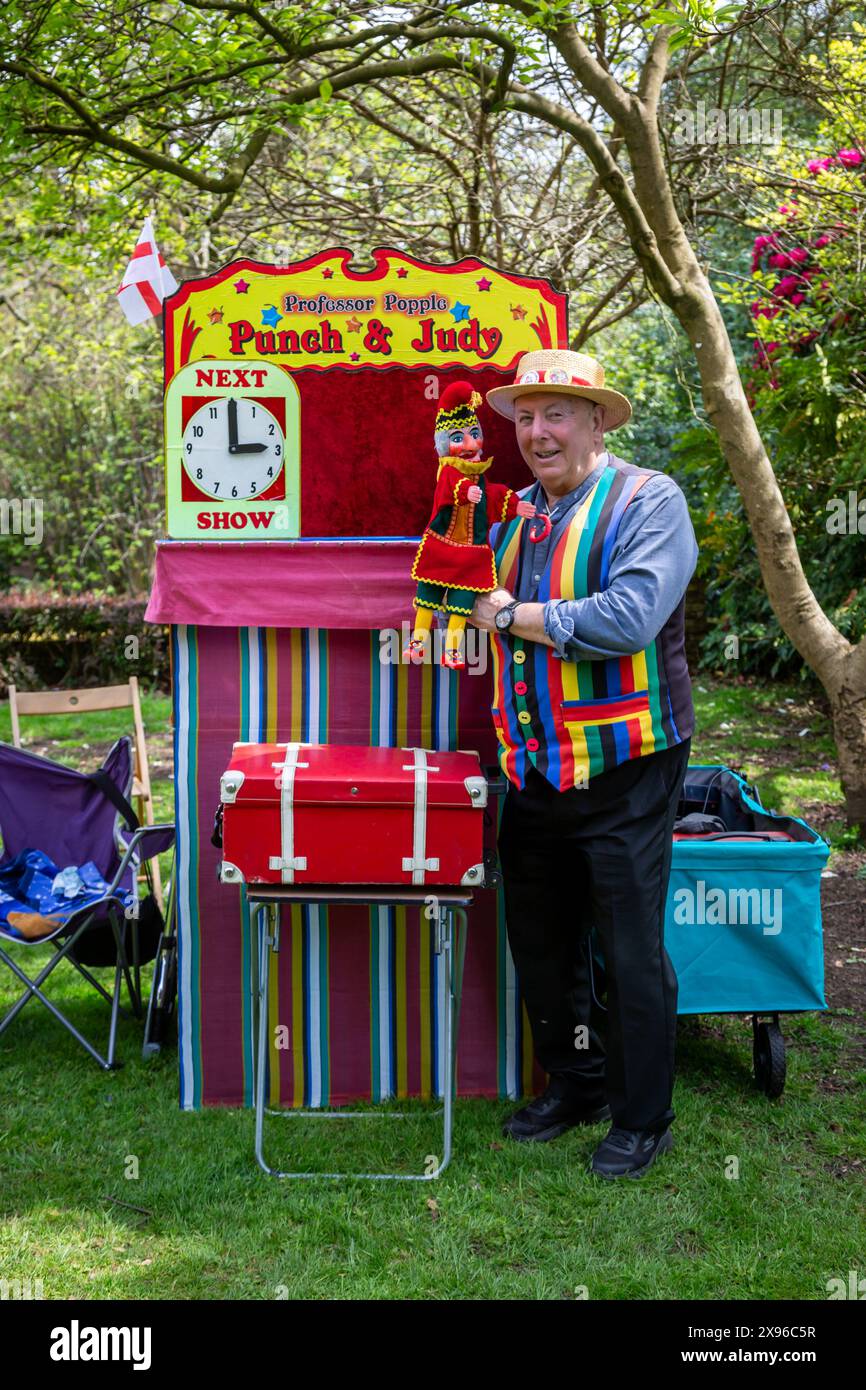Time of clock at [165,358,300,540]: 2:59
